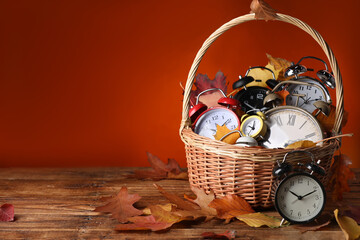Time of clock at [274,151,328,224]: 10:11
